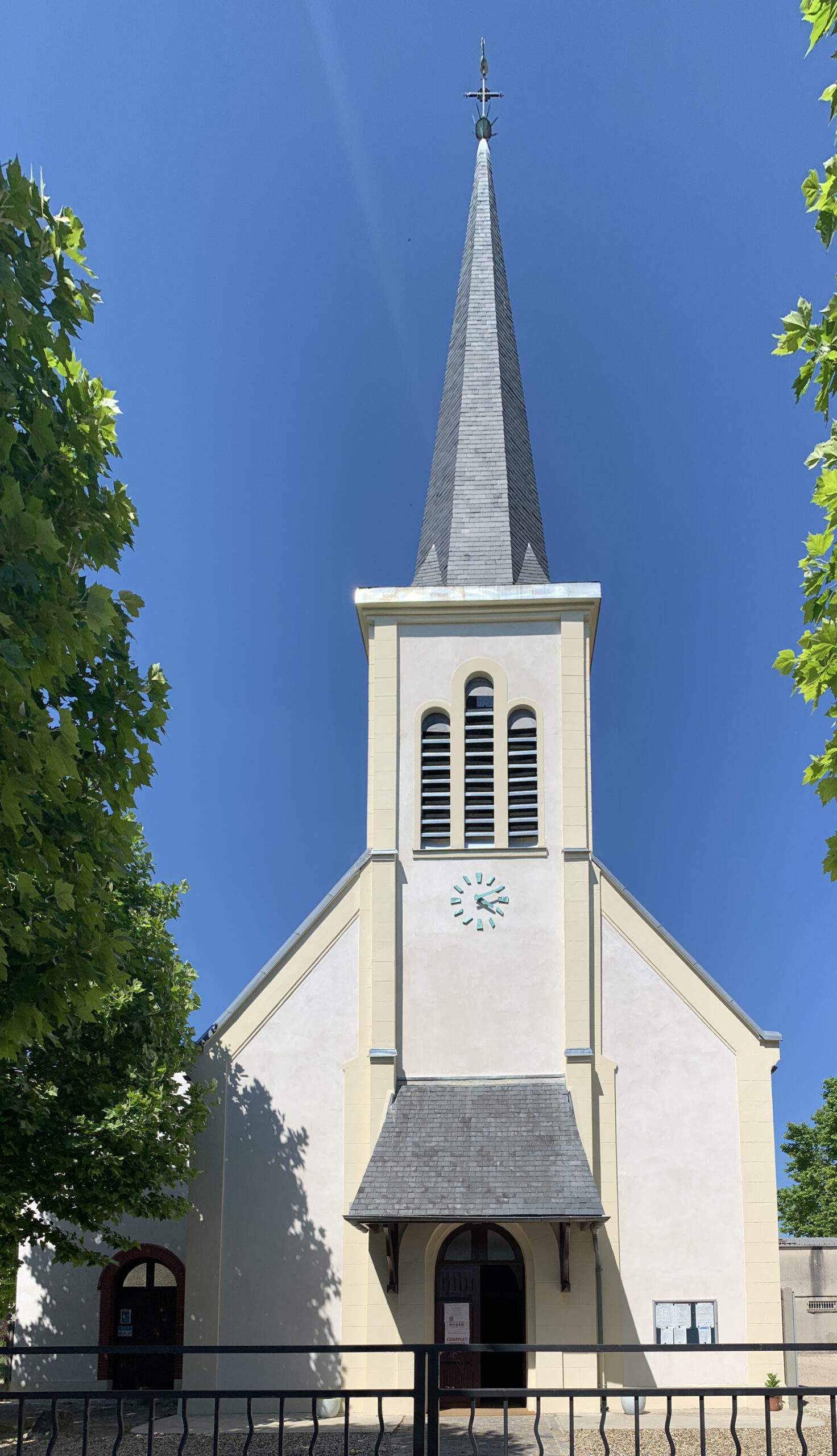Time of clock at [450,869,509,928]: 4:10
